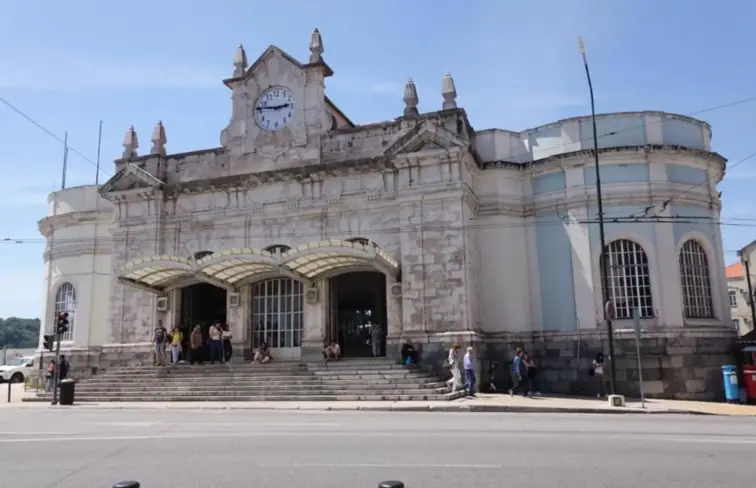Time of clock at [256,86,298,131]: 2:46
